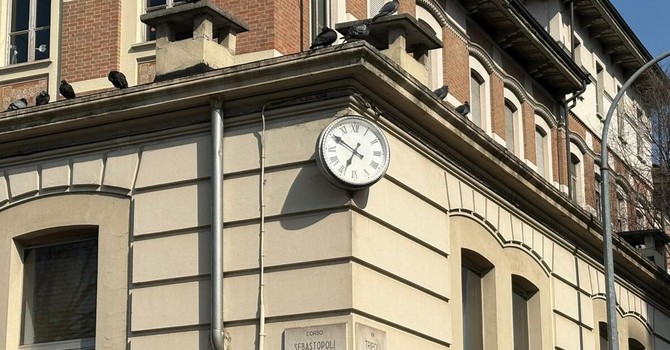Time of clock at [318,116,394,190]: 6:50
